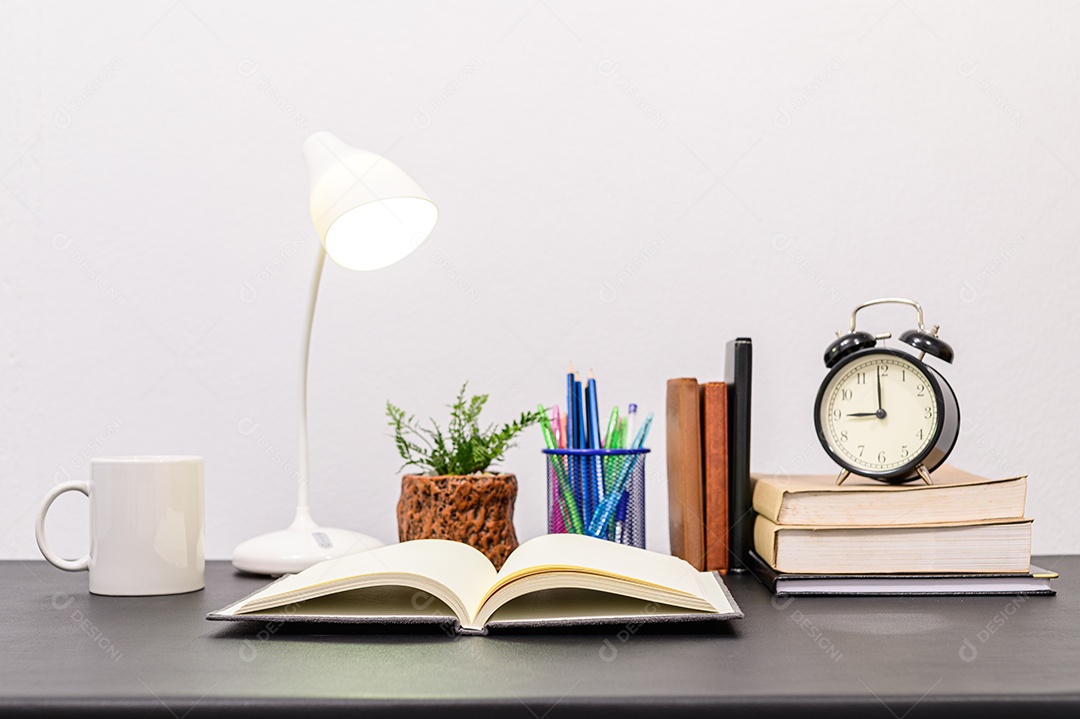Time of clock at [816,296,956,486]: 8:59
